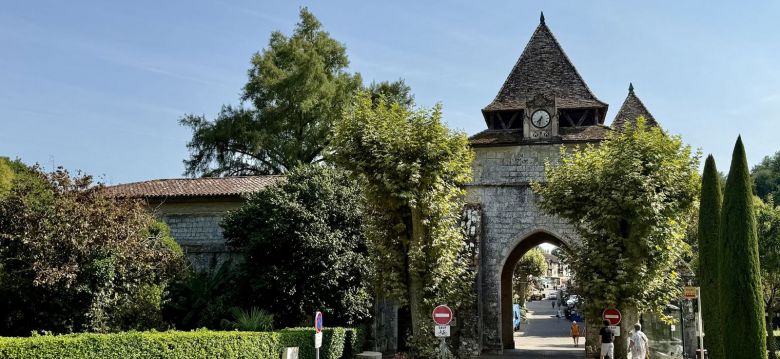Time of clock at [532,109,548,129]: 7:32
